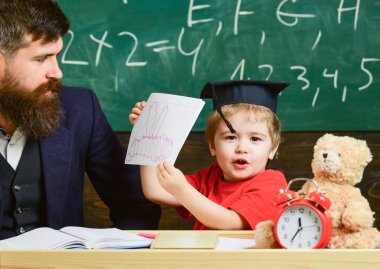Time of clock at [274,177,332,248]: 11:35
